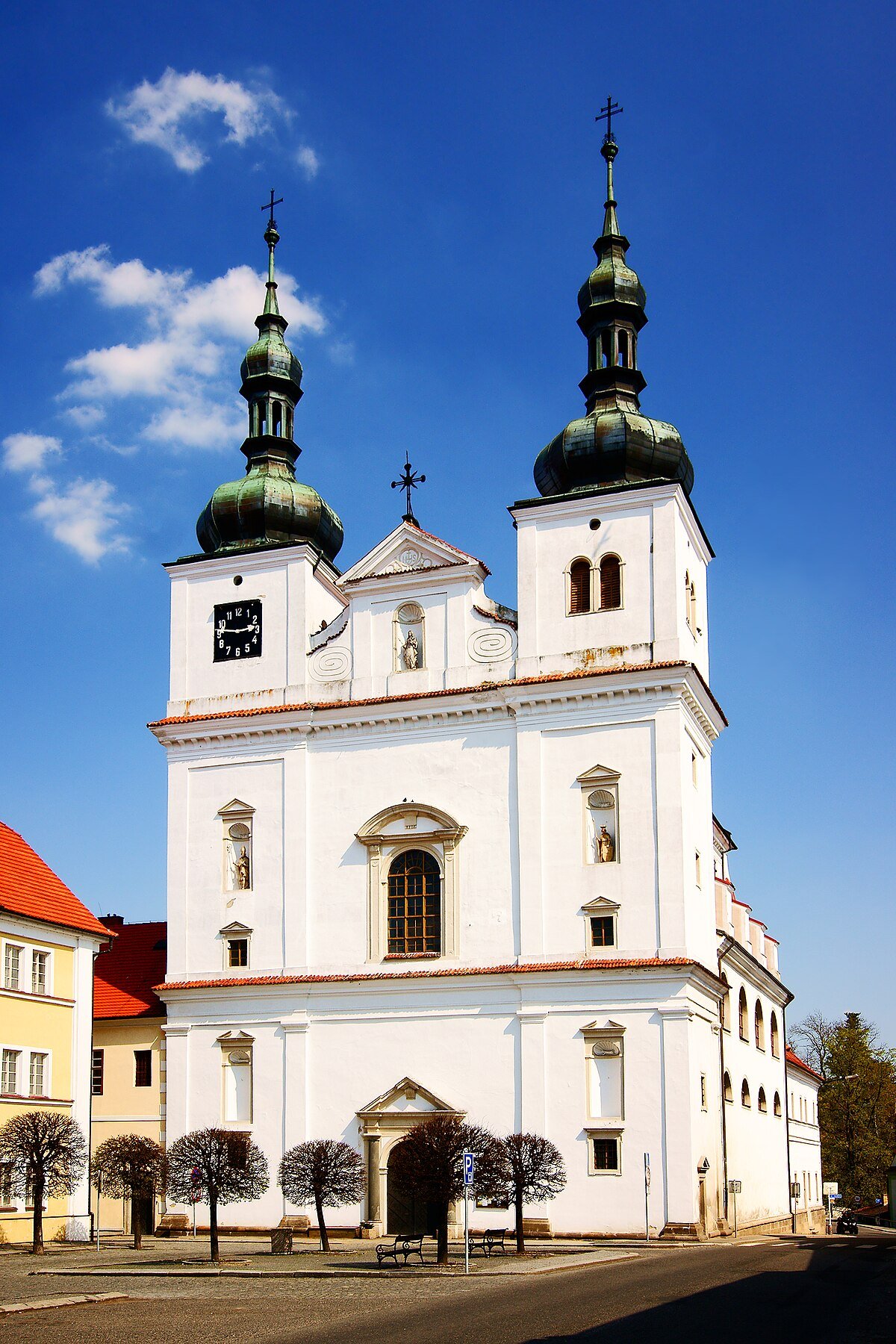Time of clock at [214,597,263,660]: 2:46
